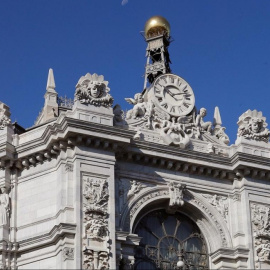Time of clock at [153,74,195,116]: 10:12
